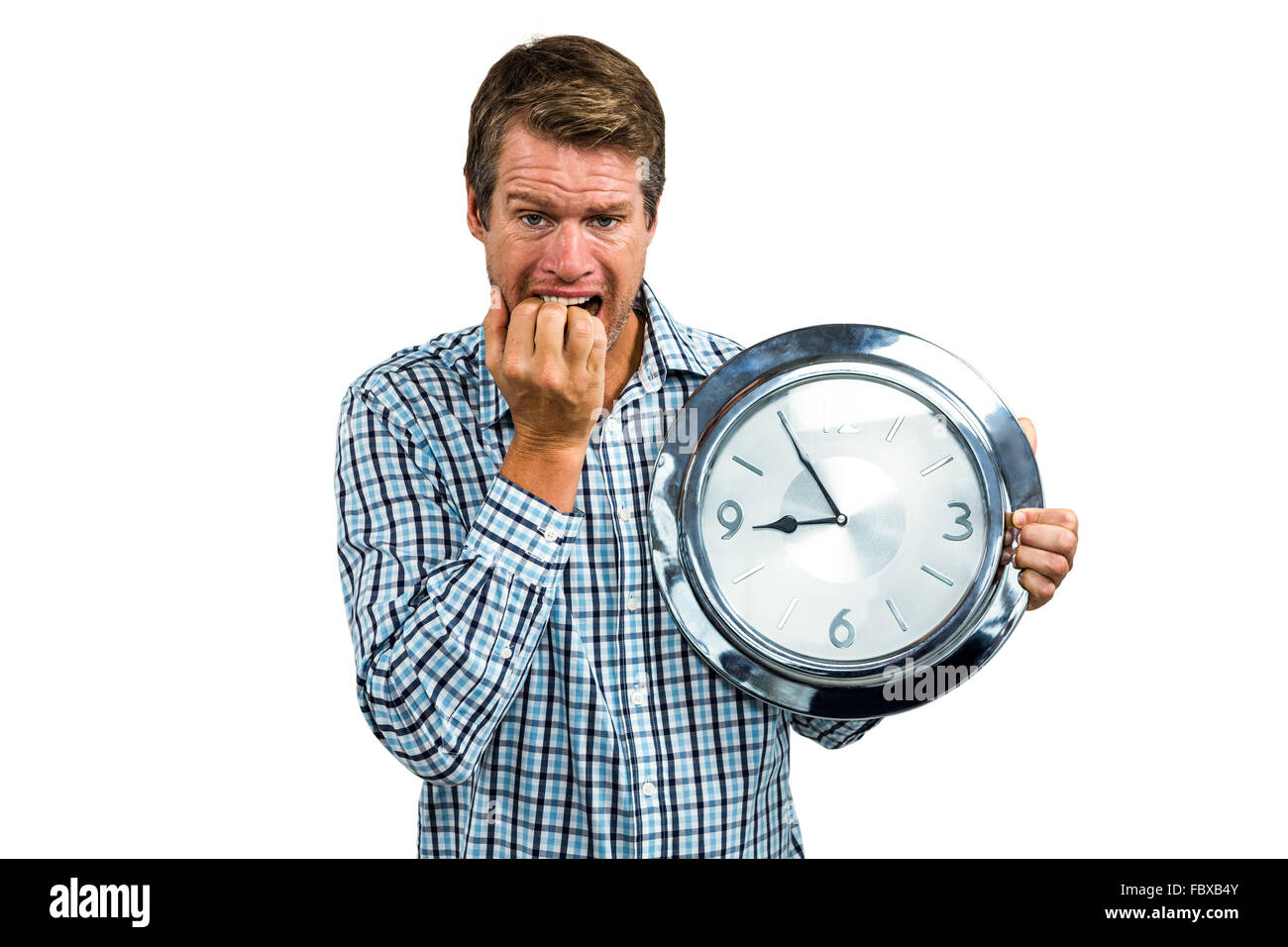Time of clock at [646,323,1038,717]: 8:54
